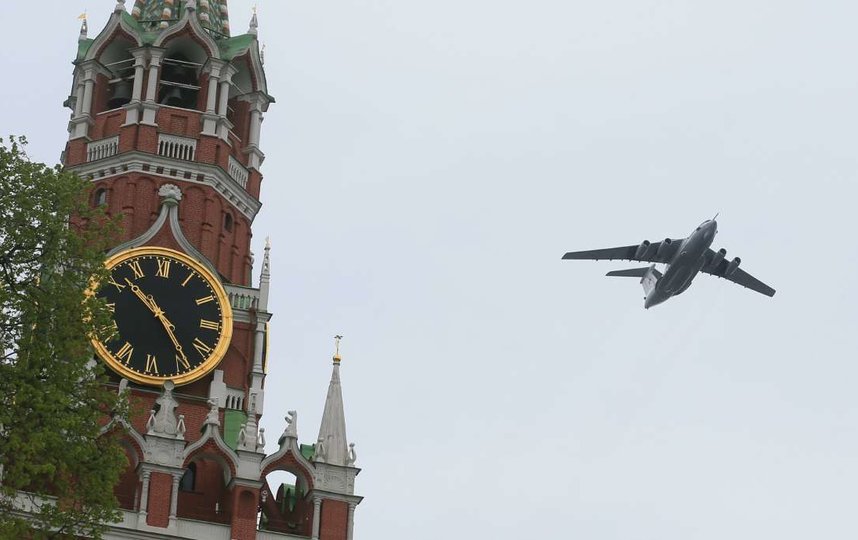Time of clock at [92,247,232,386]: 10:24
